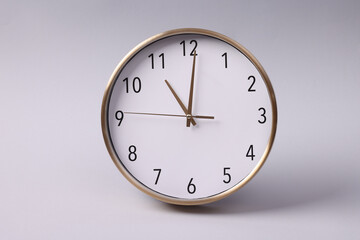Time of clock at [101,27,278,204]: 11:00
